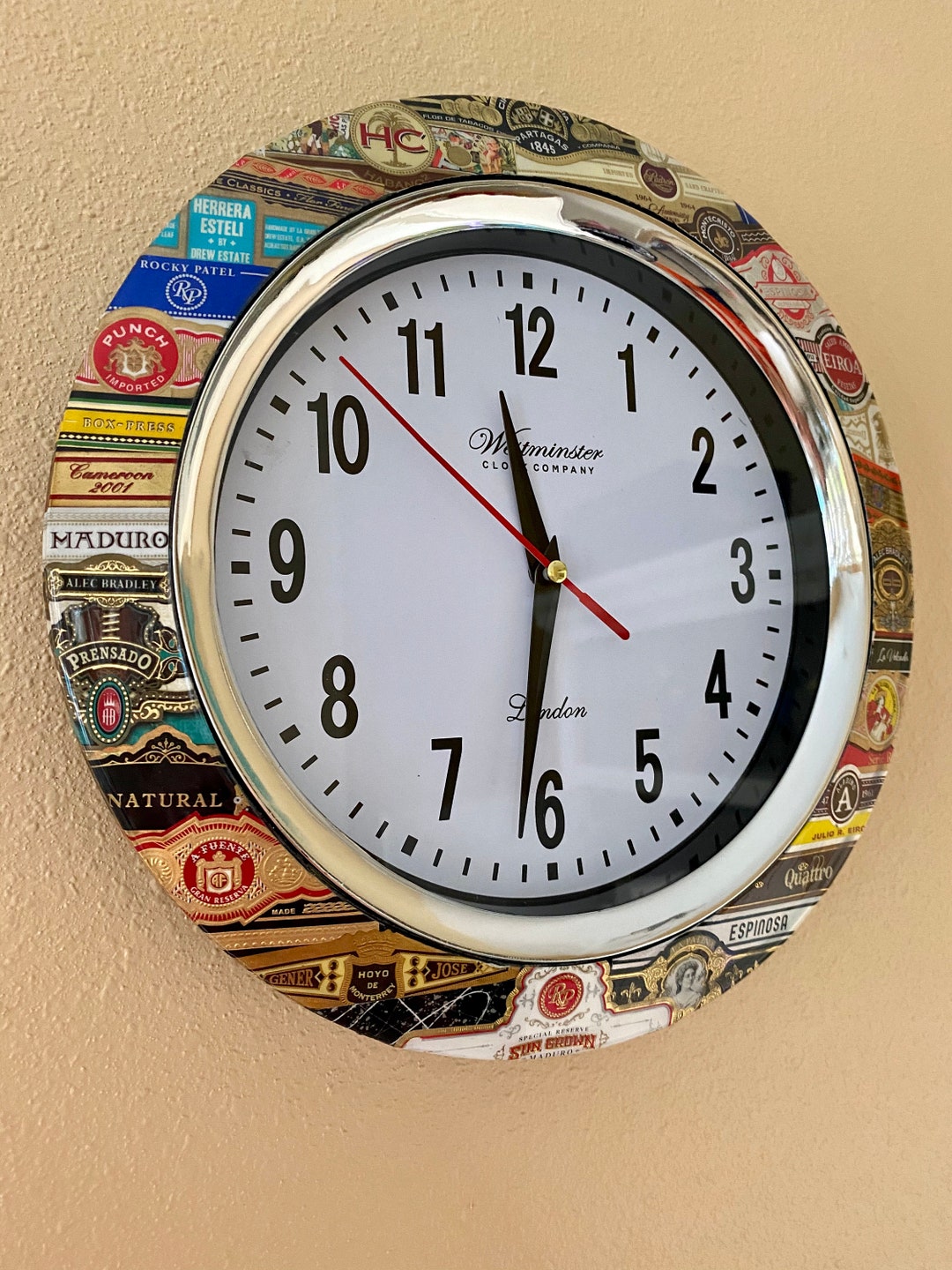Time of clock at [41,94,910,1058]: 11:31
